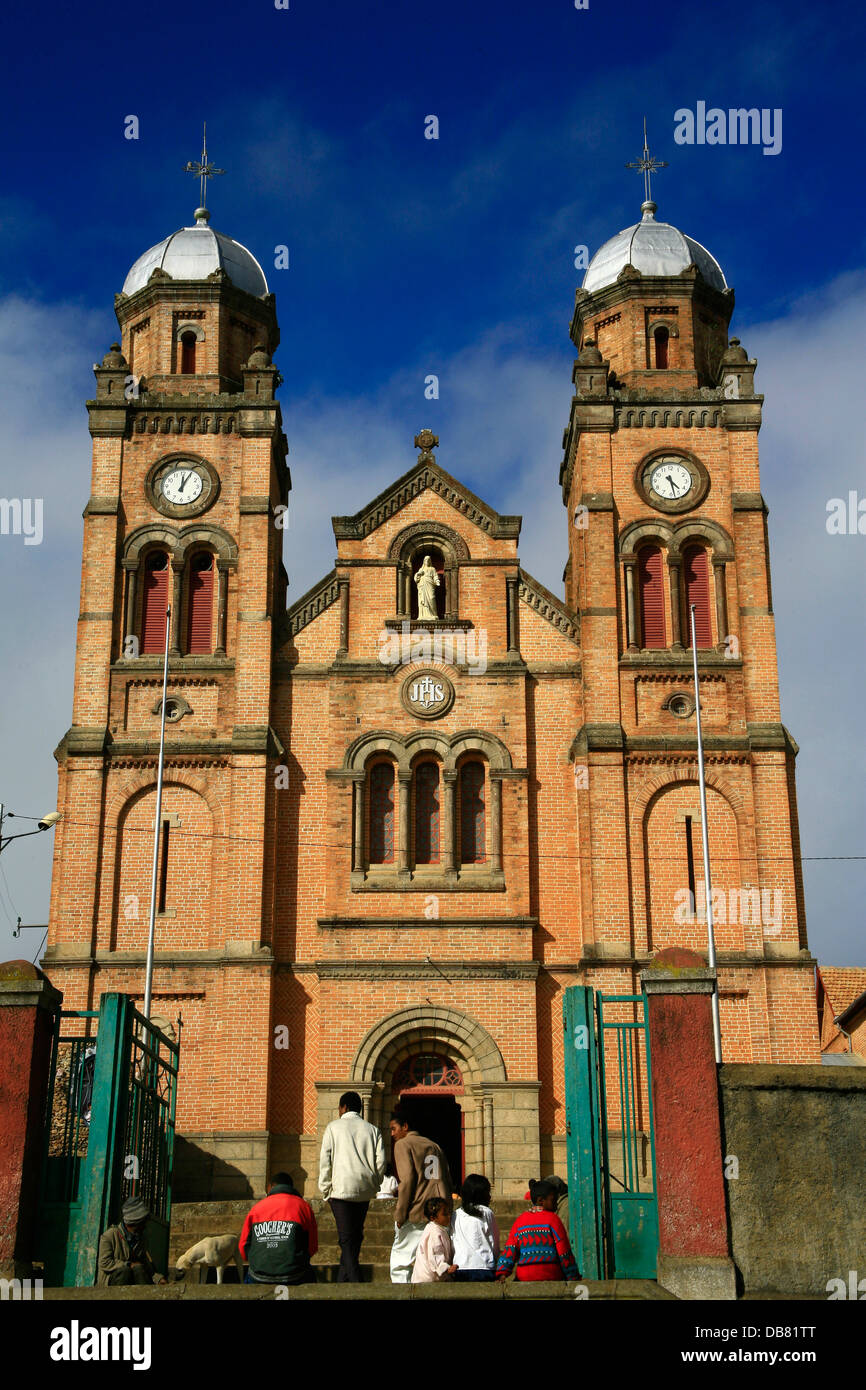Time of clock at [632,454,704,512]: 4:27
